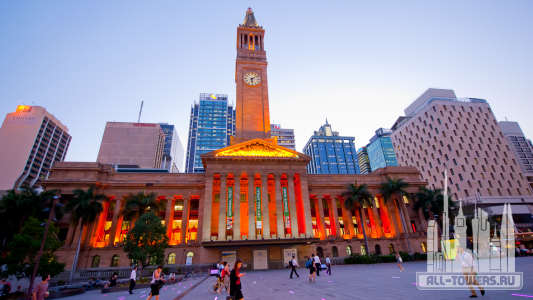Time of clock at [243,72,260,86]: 6:08
